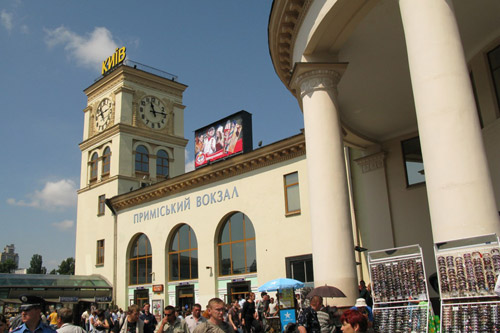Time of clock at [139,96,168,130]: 11:14
